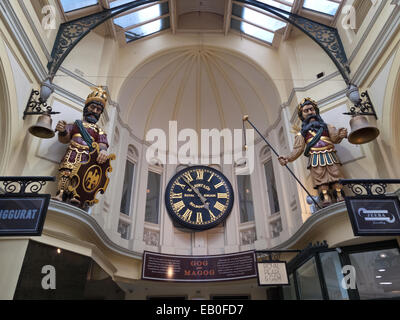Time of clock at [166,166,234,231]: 4:52
